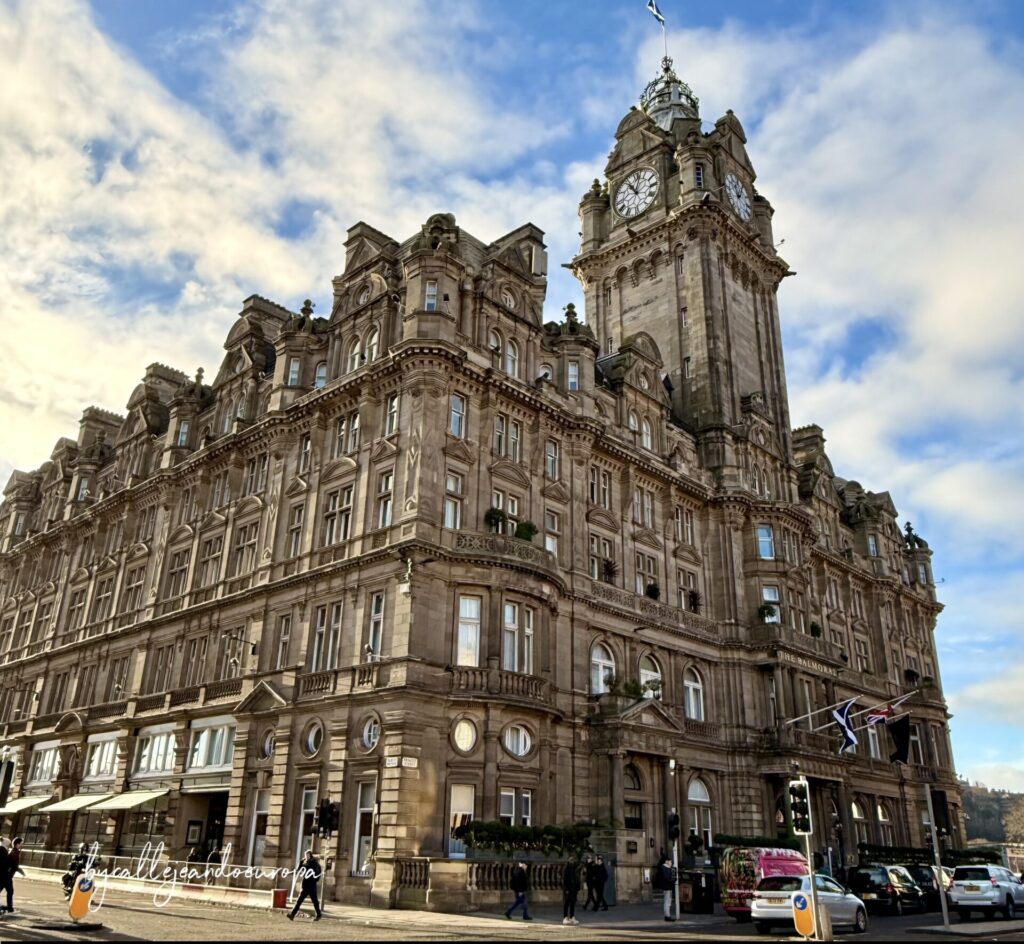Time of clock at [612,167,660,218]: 11:02
